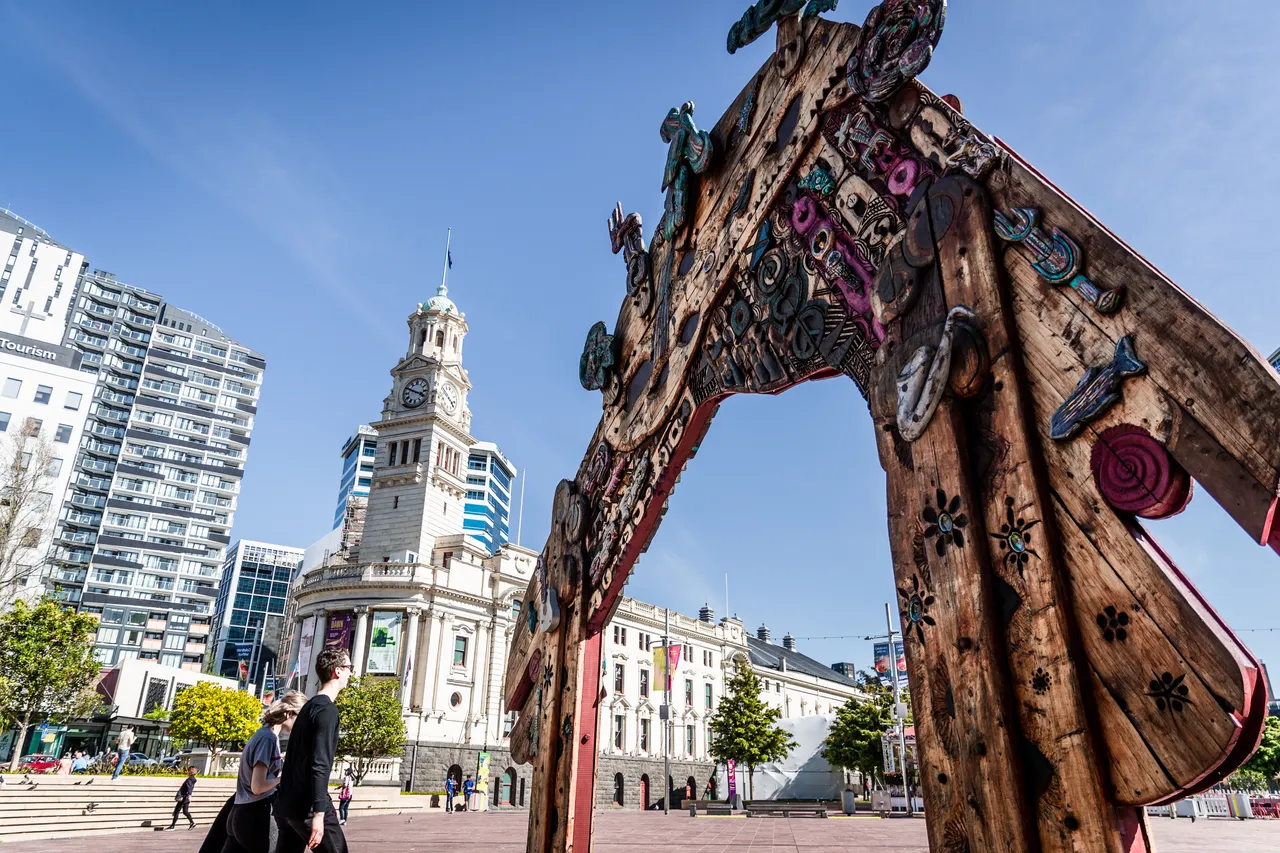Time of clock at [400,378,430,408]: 3:49
